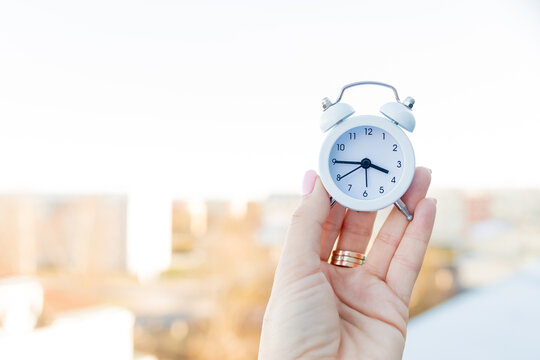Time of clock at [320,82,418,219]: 3:45
